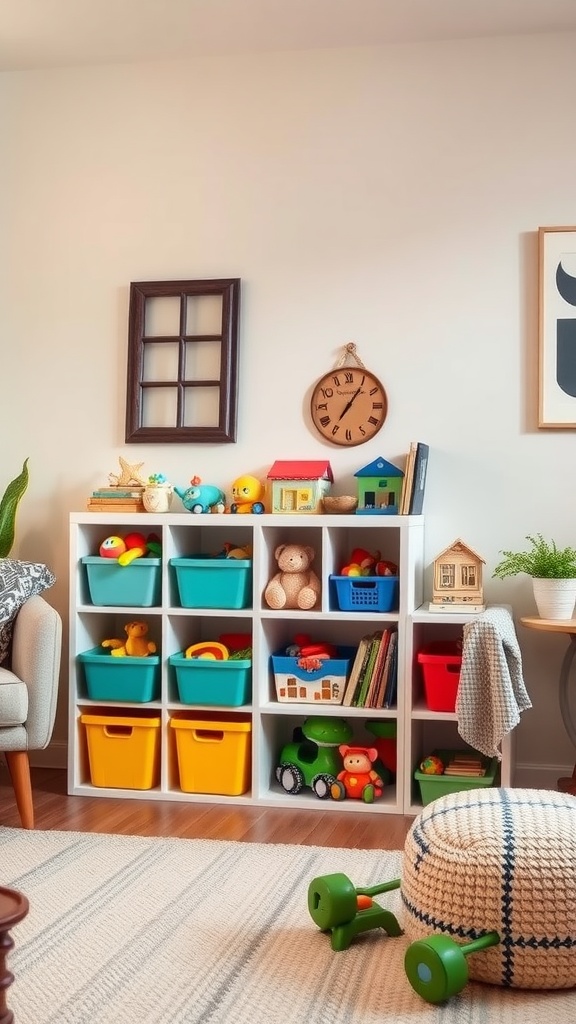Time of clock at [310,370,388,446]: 7:05
